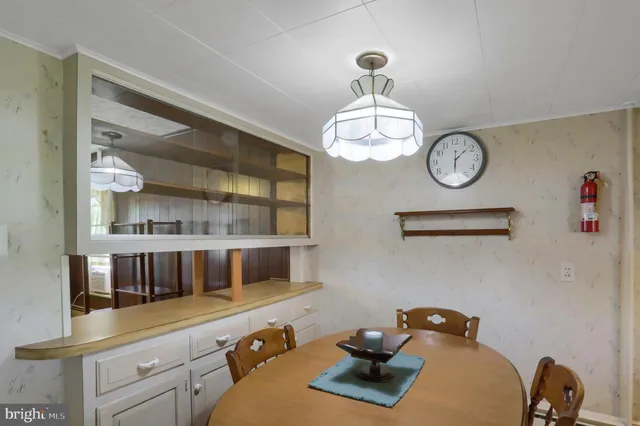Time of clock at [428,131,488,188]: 6:08
